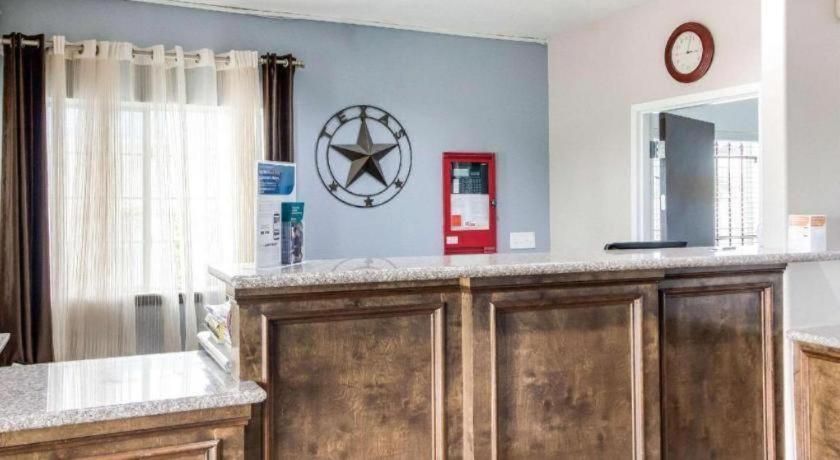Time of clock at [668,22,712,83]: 3:02
